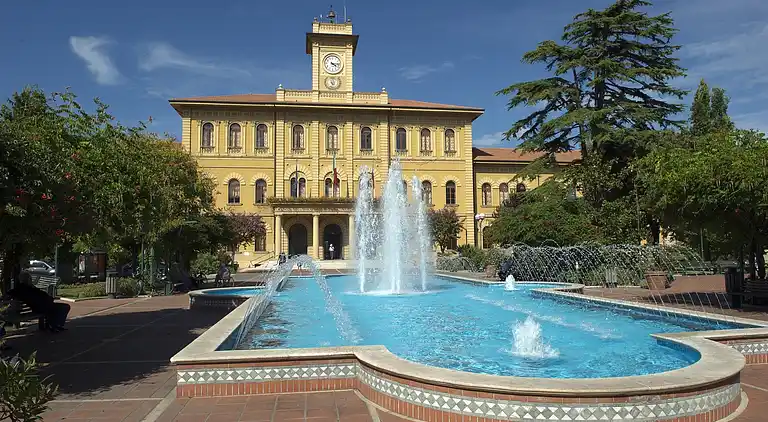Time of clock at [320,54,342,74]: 4:14
